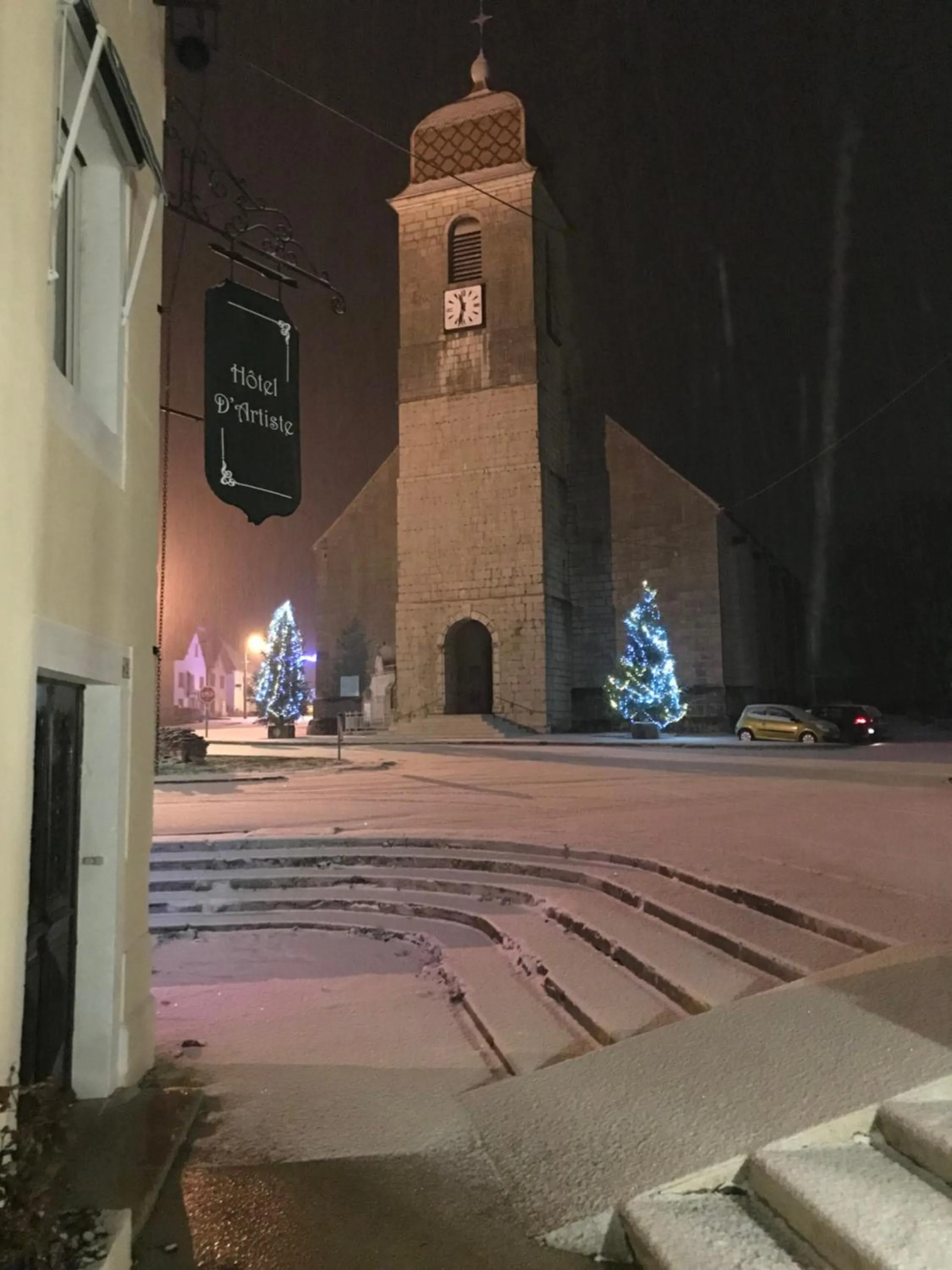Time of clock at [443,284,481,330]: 11:32
